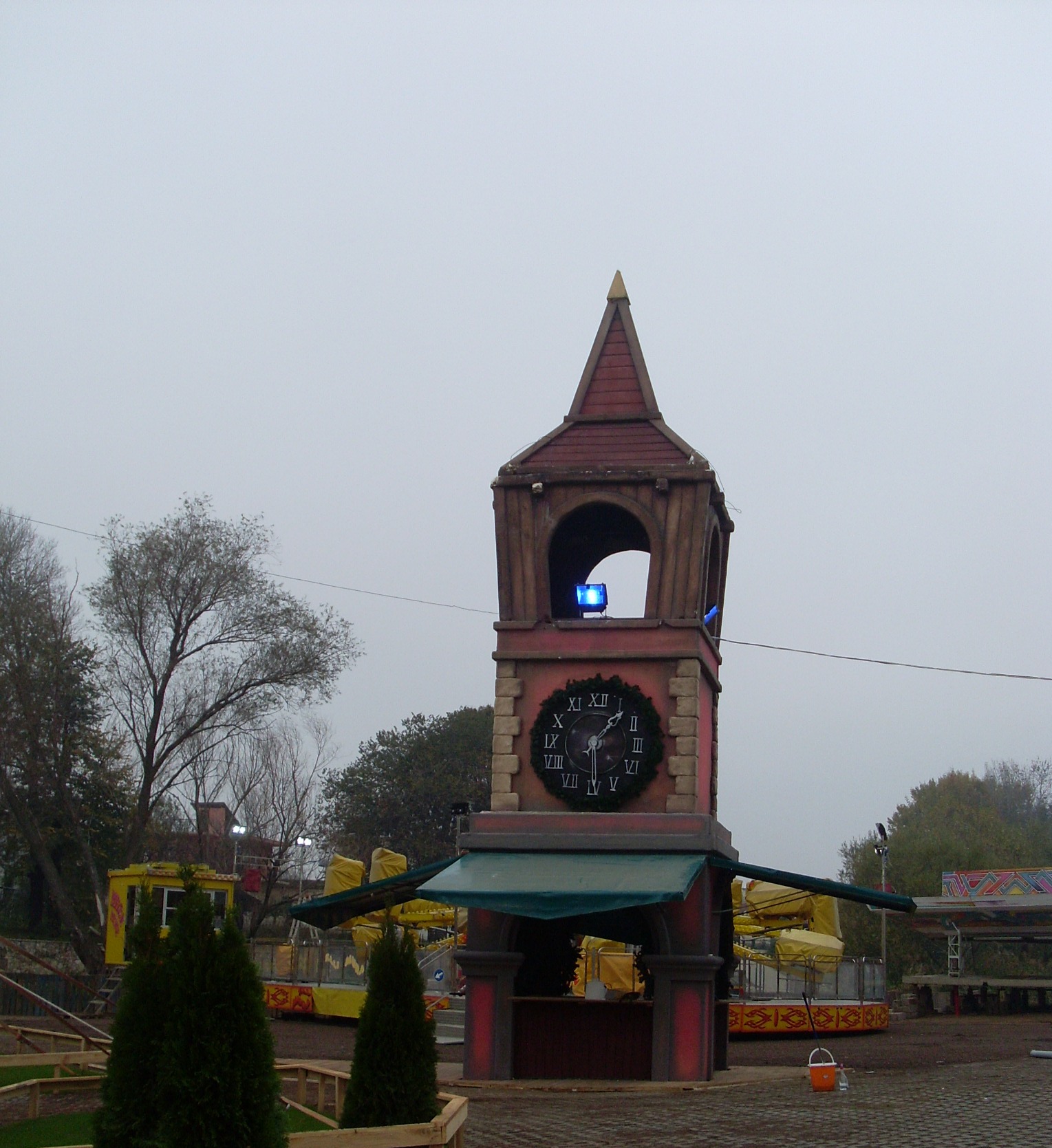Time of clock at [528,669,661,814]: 1:29
